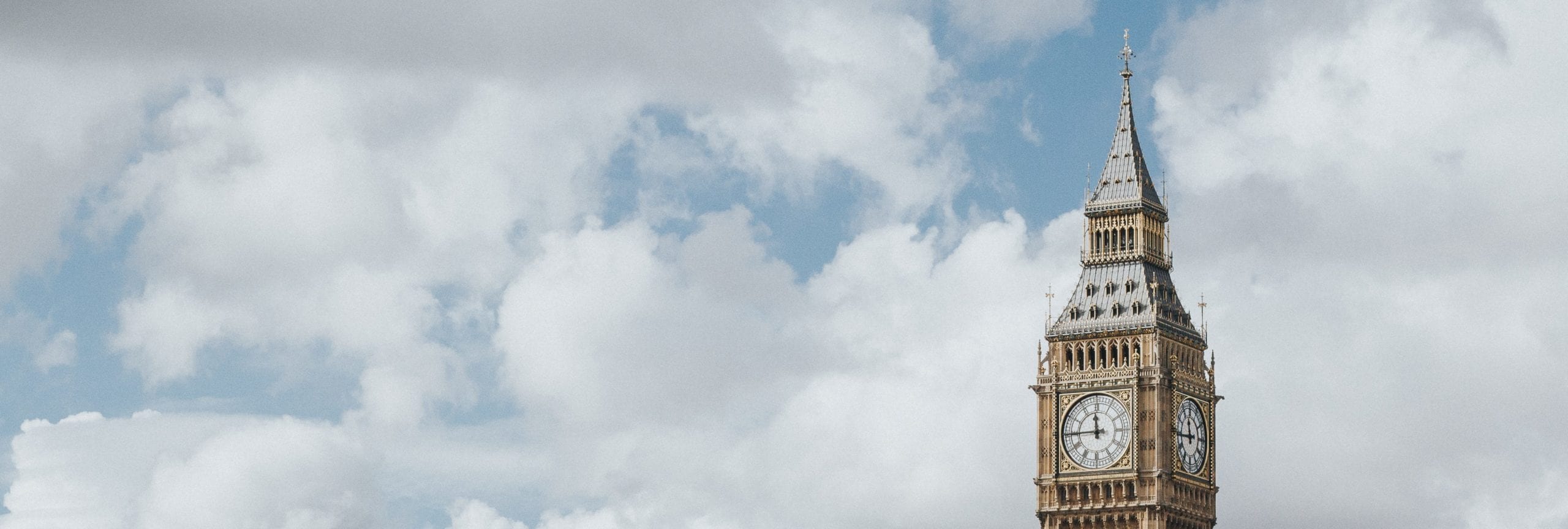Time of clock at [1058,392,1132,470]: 11:44
